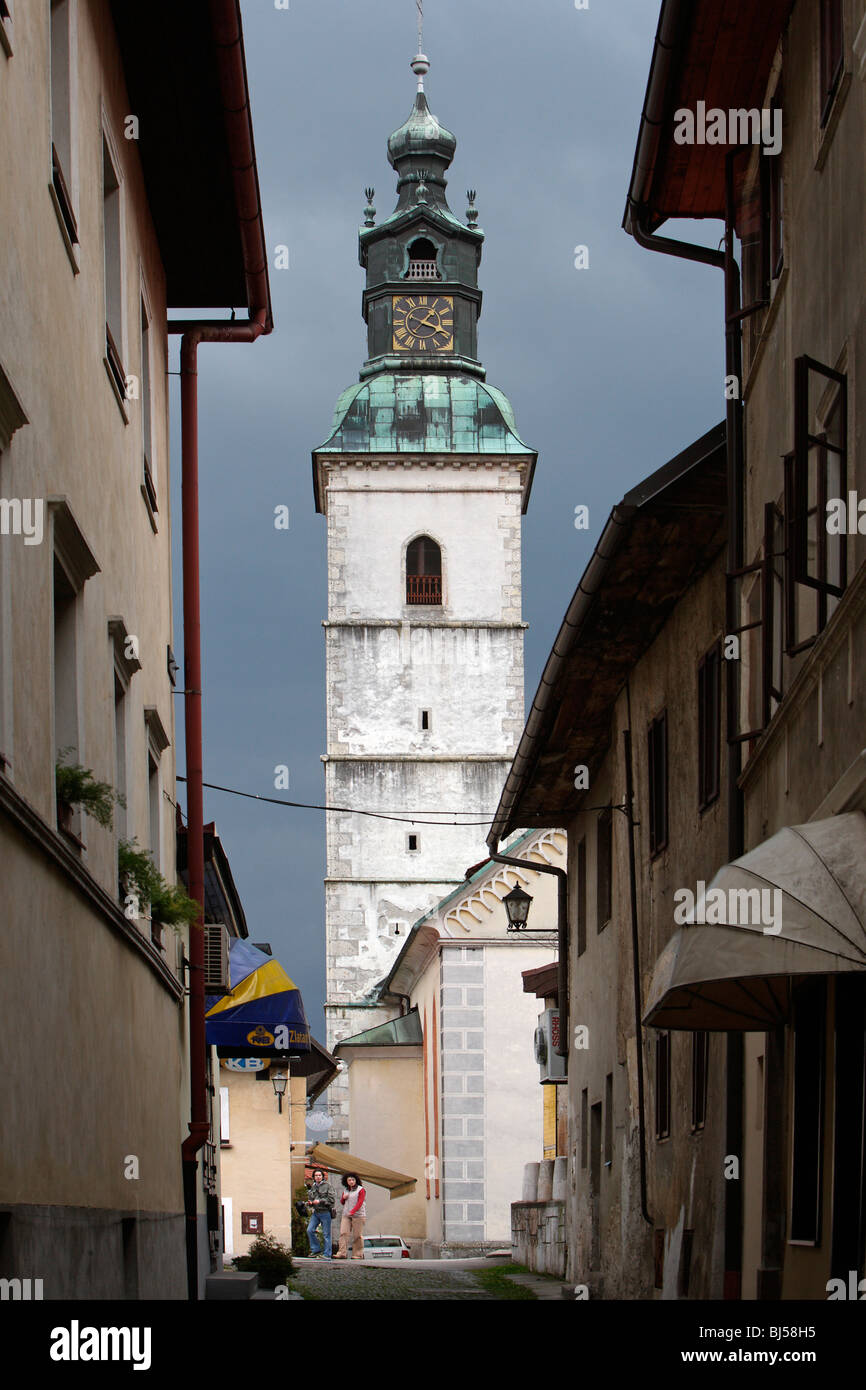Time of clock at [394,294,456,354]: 1:18
